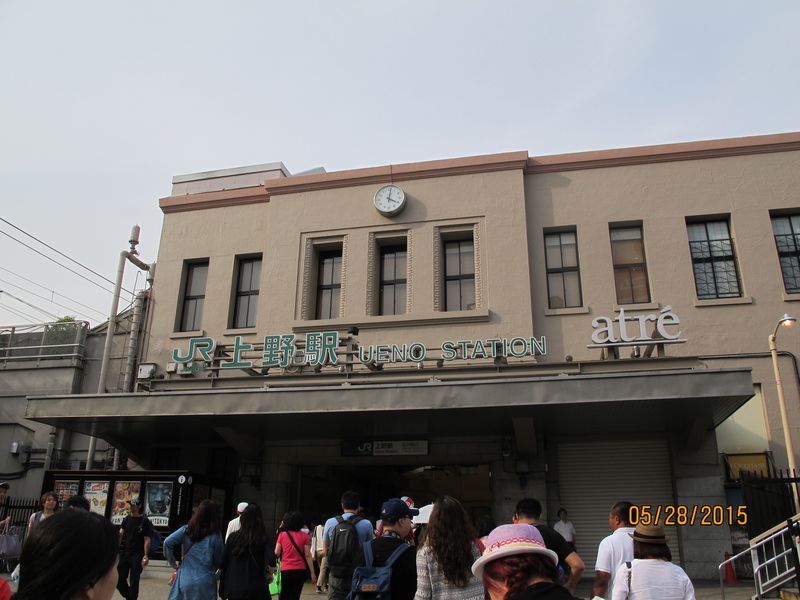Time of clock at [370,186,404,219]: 4:01
